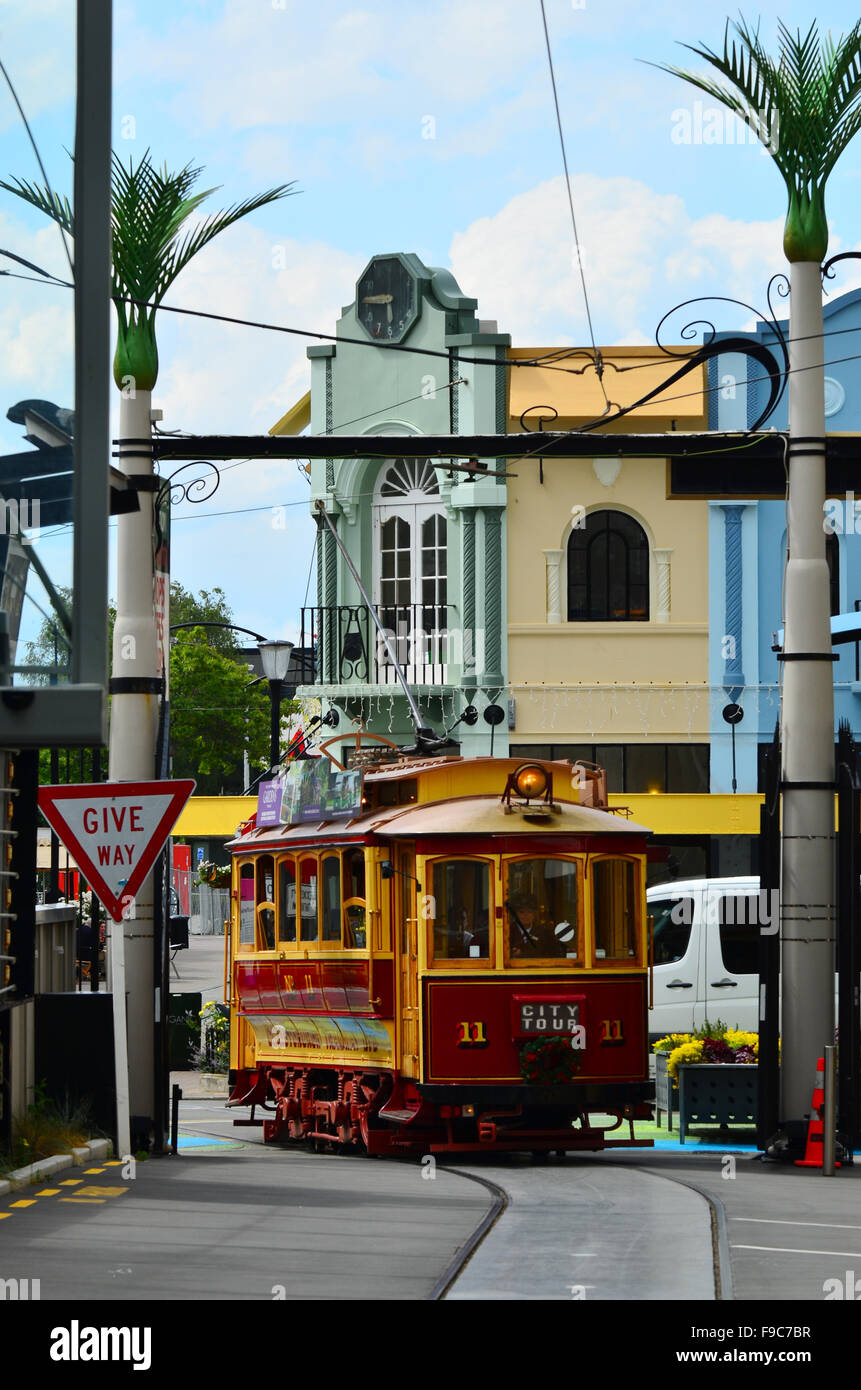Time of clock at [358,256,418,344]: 5:45
